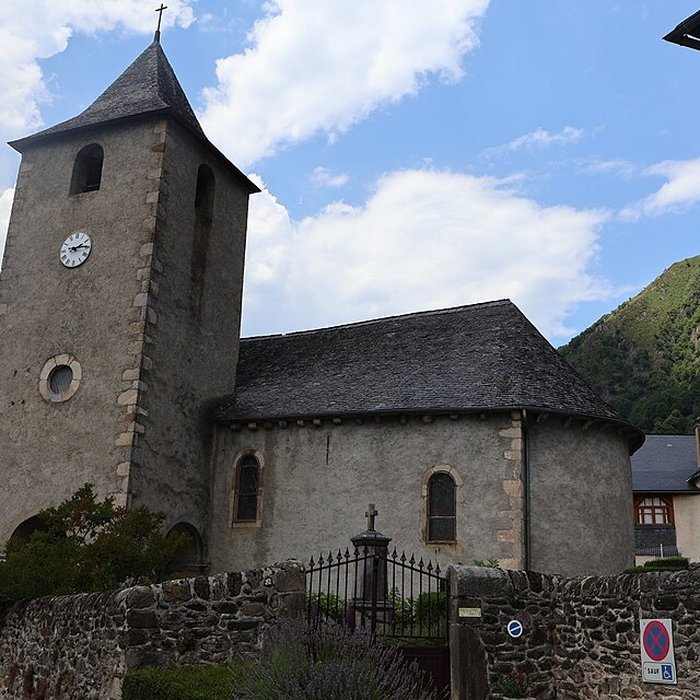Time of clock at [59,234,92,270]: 2:15
